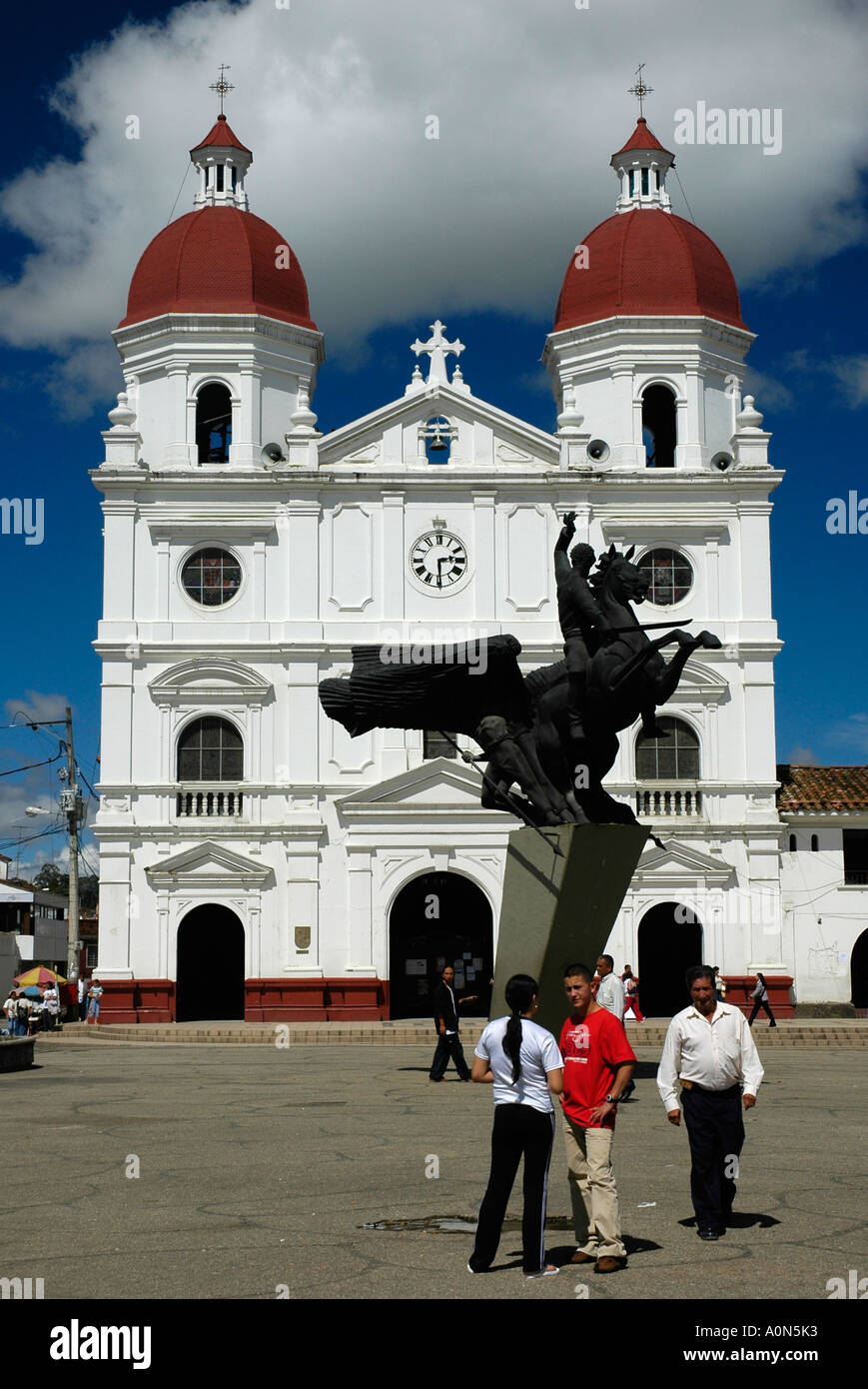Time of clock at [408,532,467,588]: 2:29
